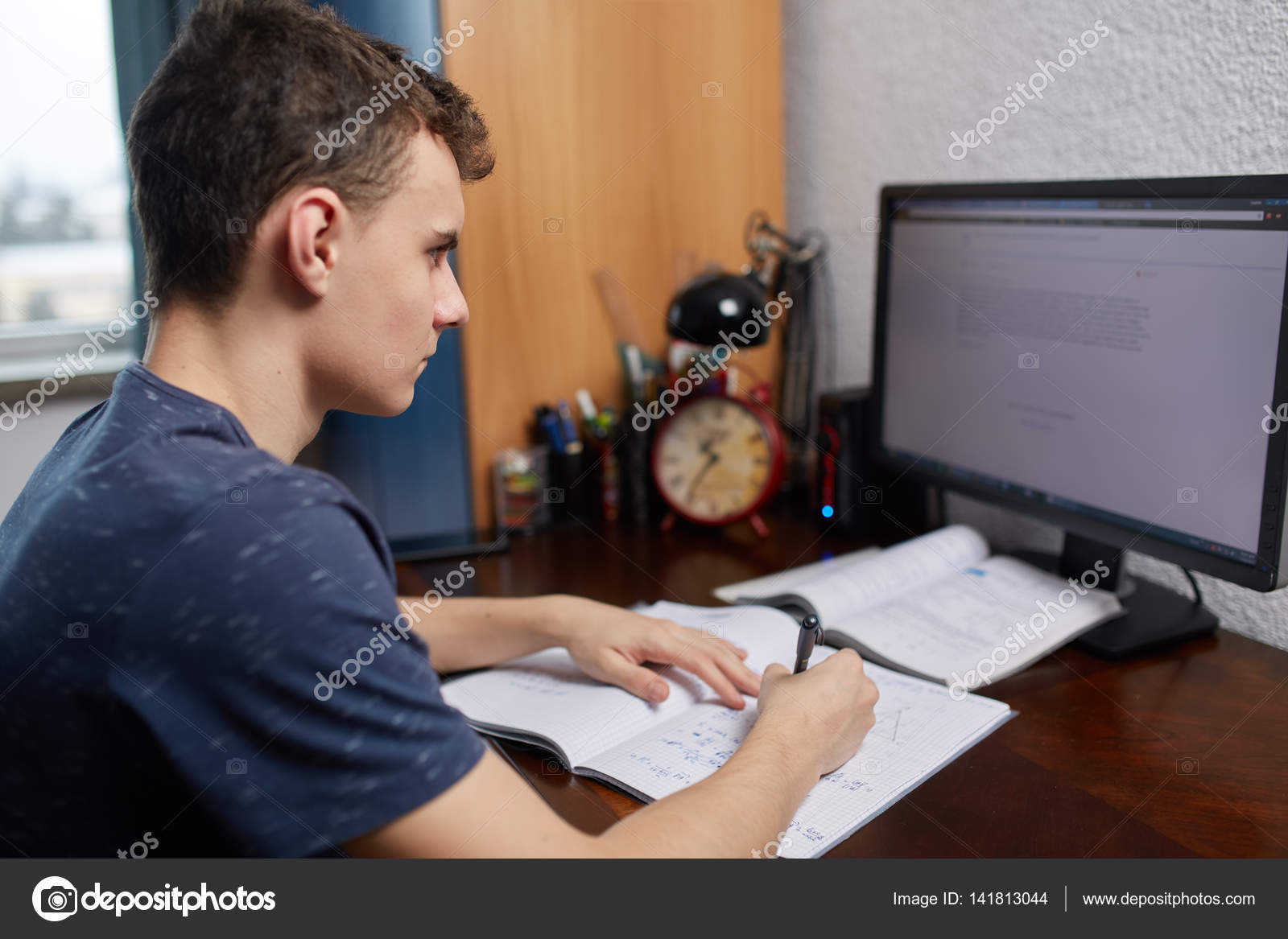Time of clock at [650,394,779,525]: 10:36
